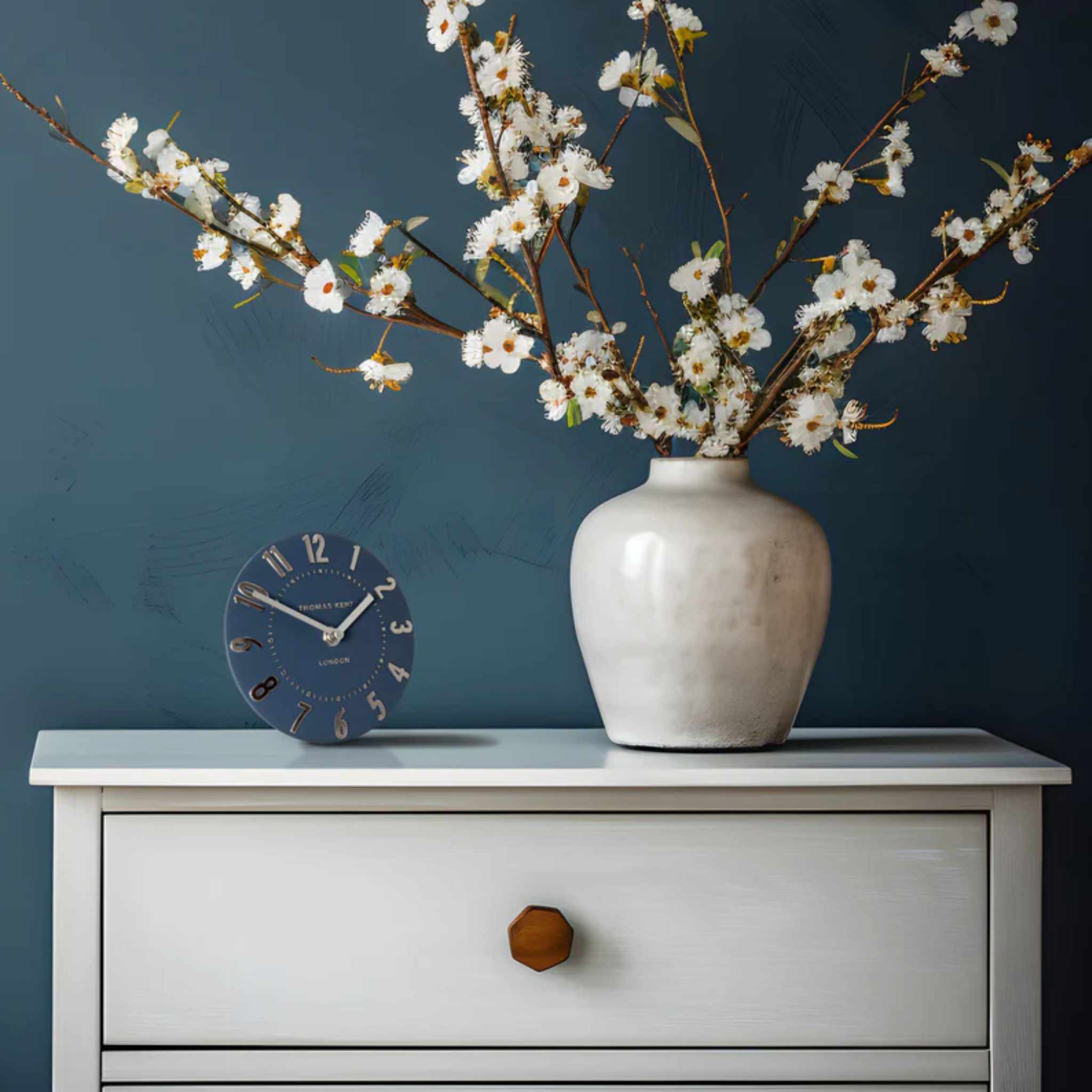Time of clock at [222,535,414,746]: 1:50
